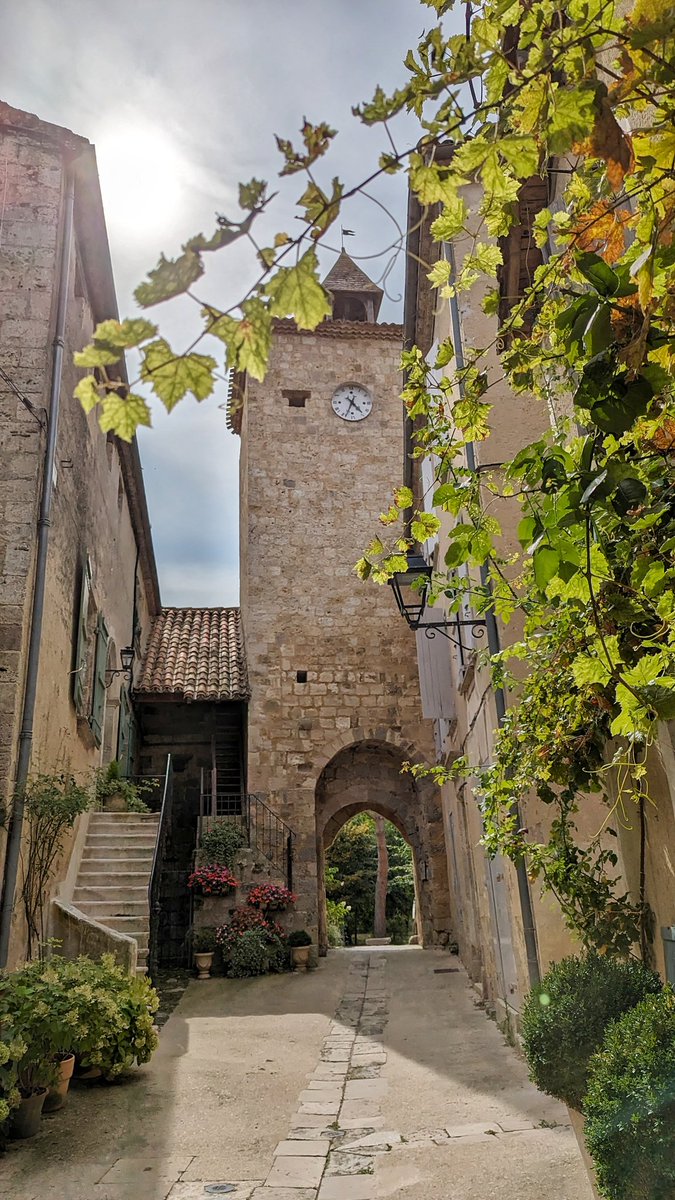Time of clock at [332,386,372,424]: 4:33
